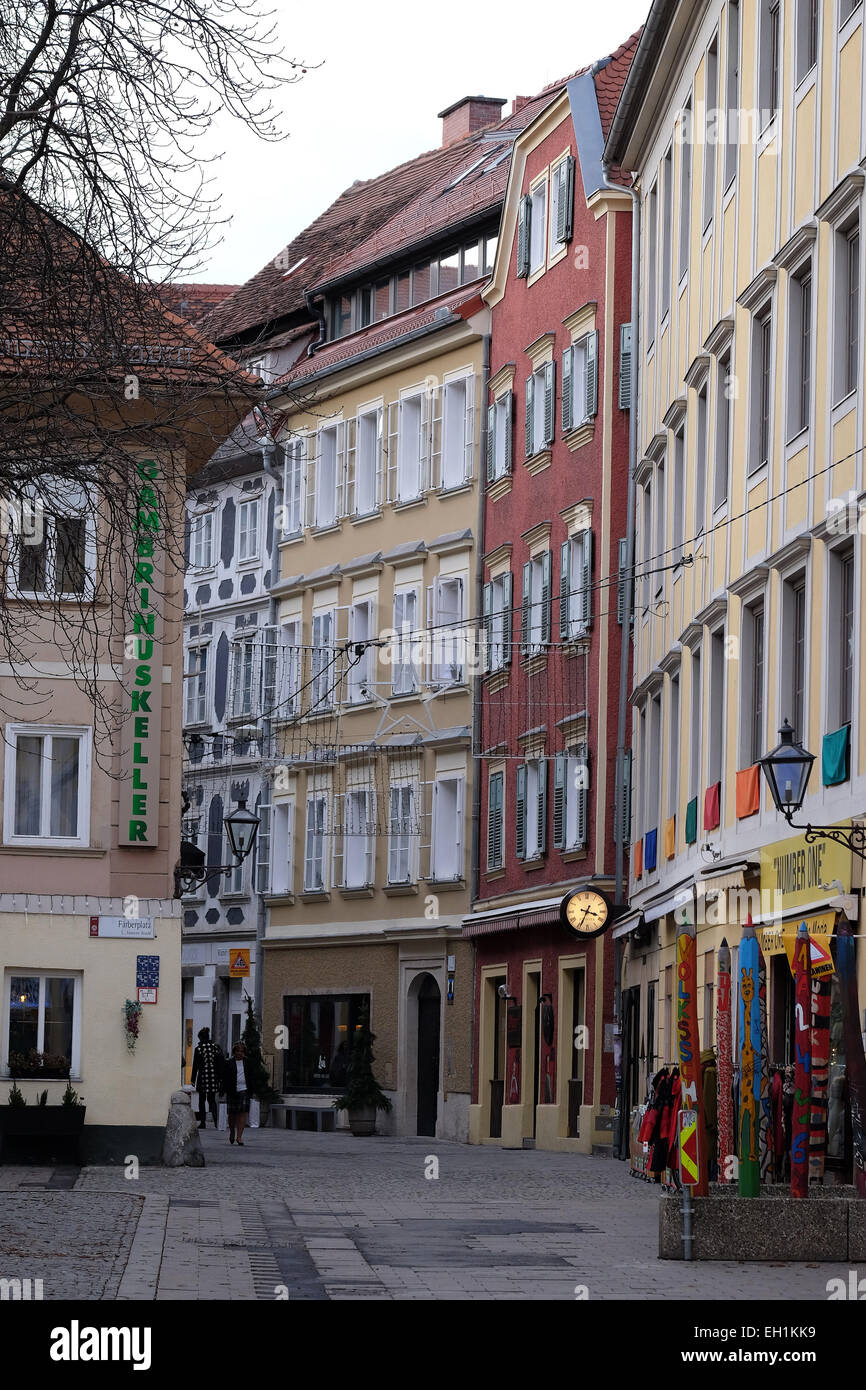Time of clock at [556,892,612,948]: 3:34
